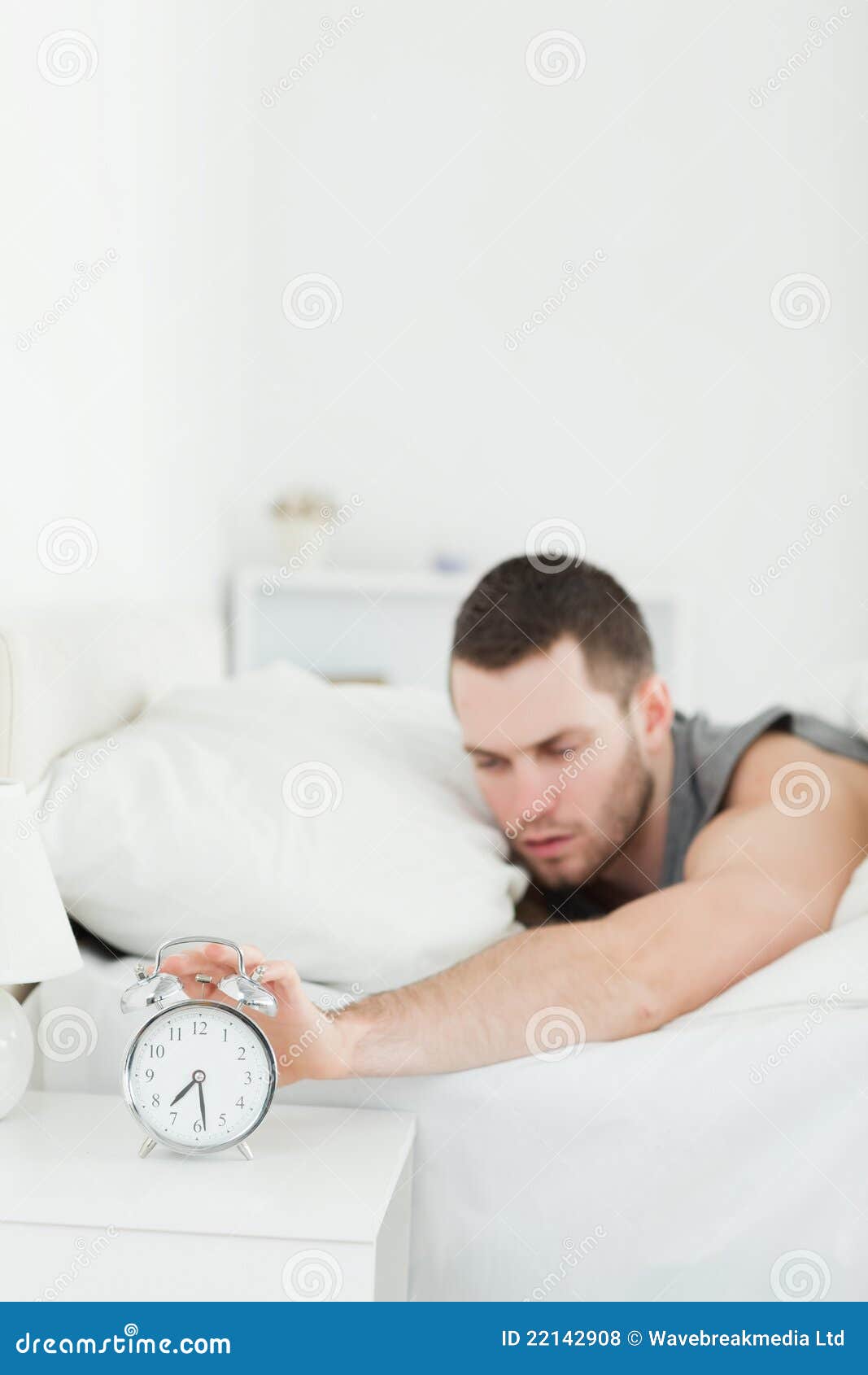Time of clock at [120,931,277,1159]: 7:28
